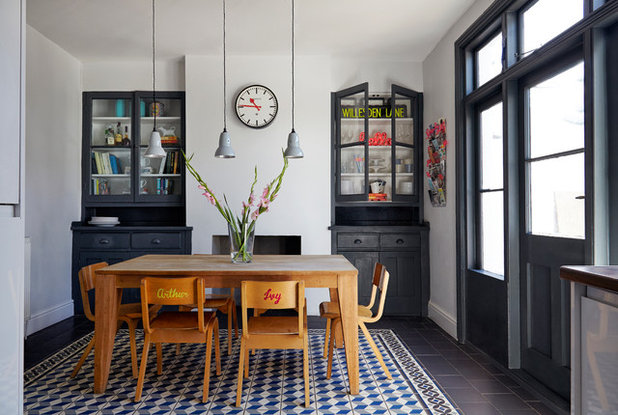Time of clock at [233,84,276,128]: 10:45
